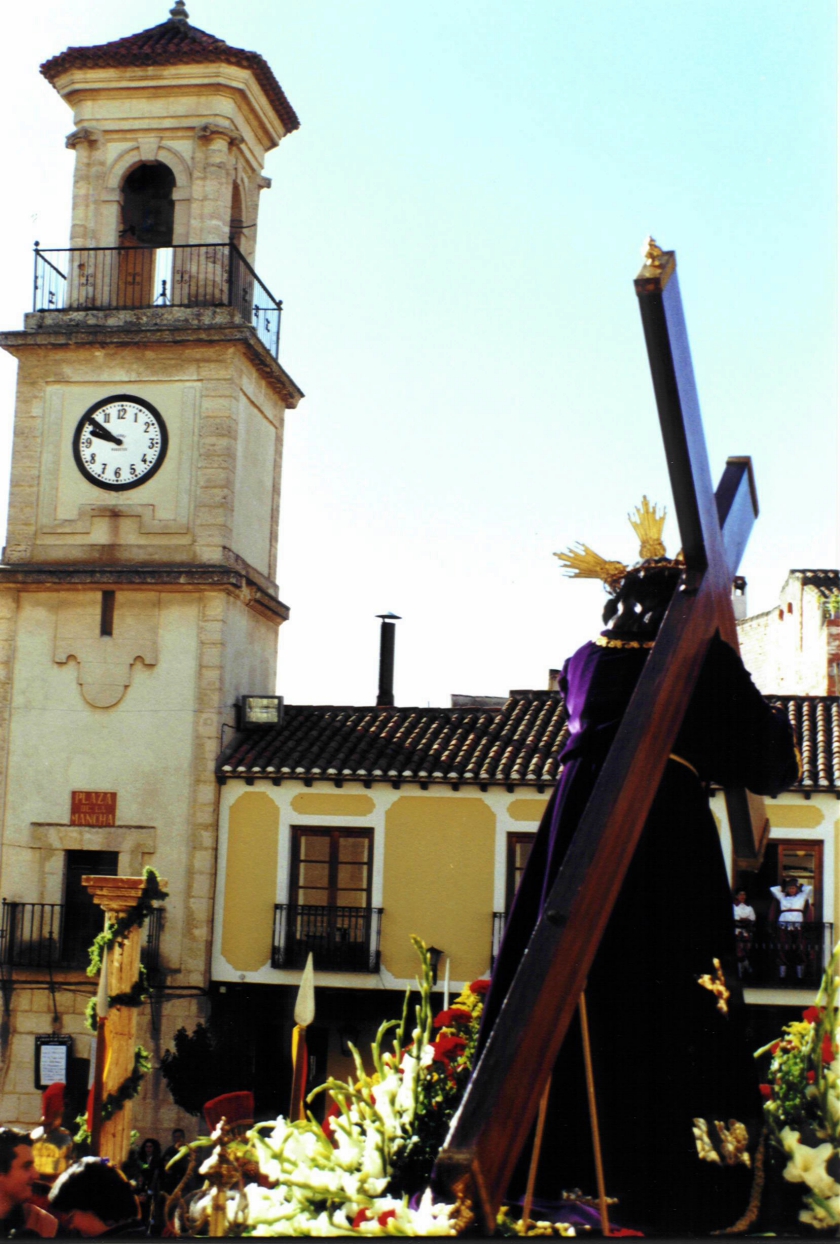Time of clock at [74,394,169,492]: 9:51
